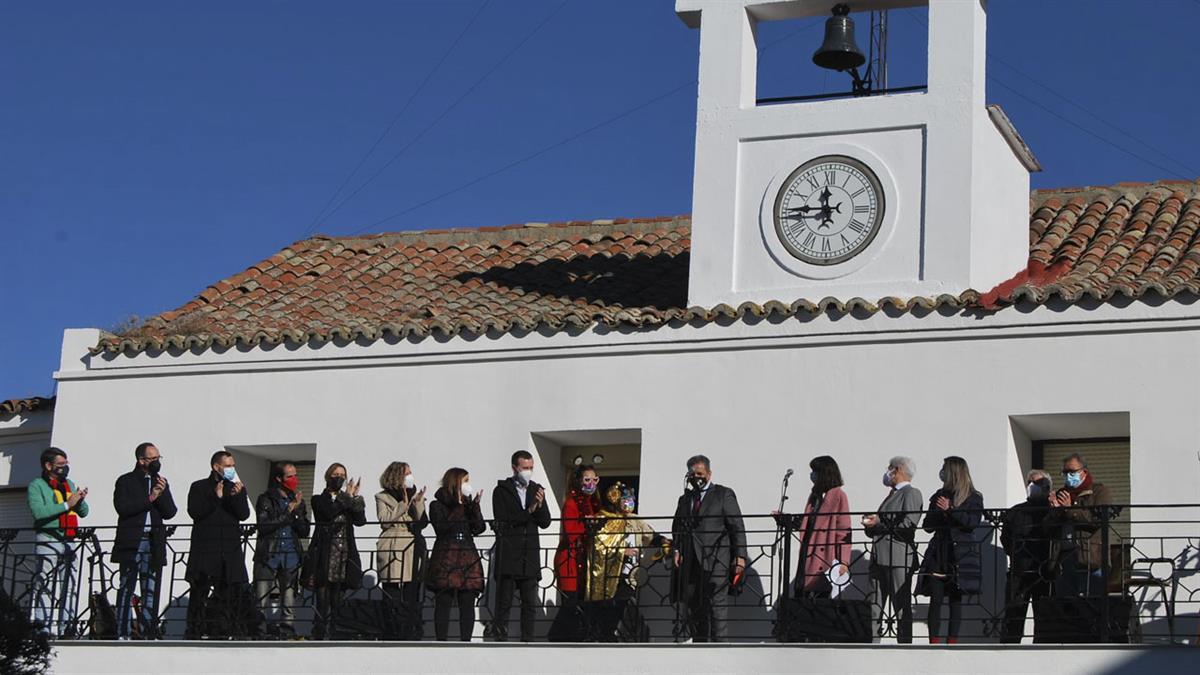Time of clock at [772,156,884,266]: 11:45
